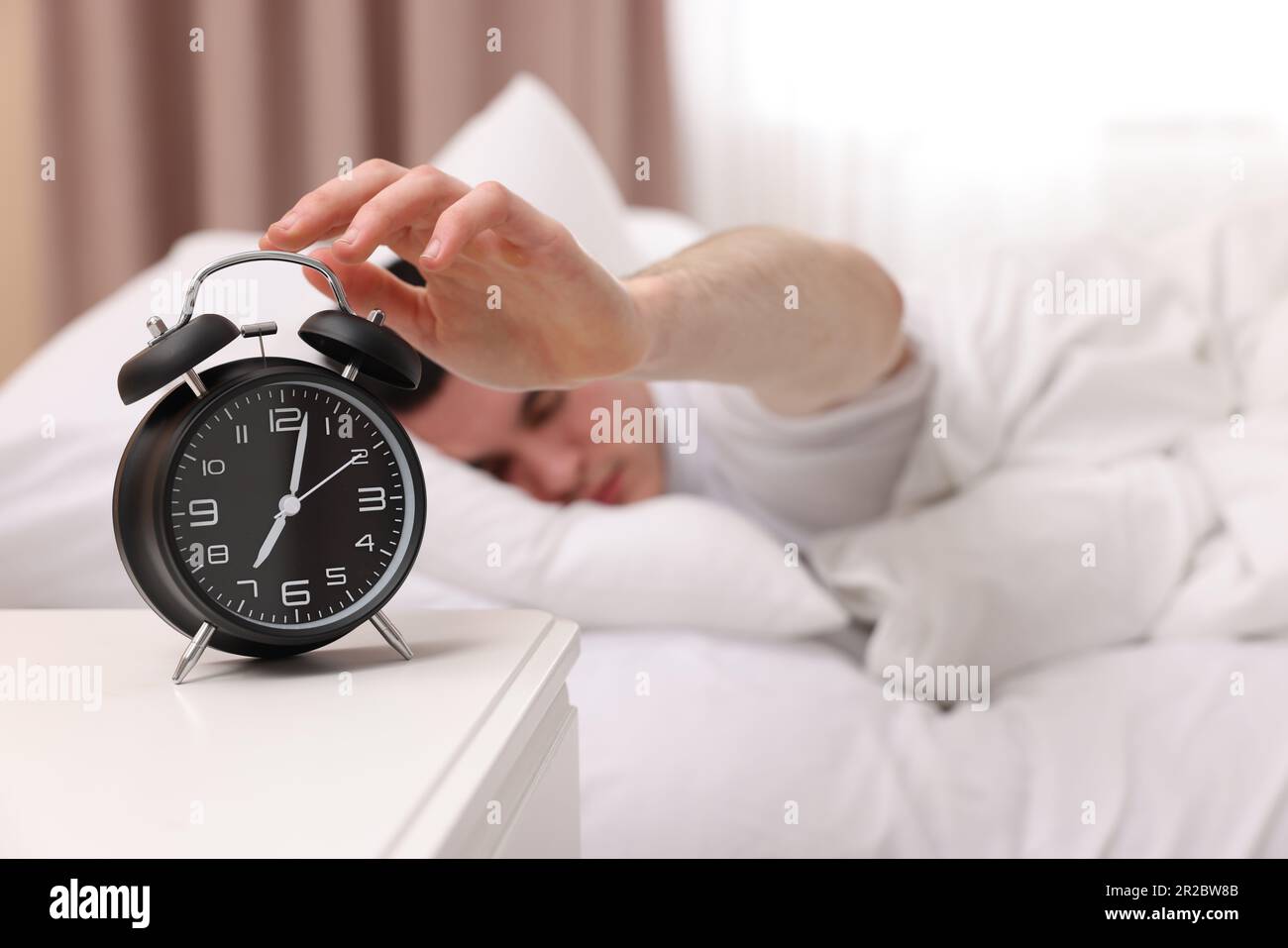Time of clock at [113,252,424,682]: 7:02
